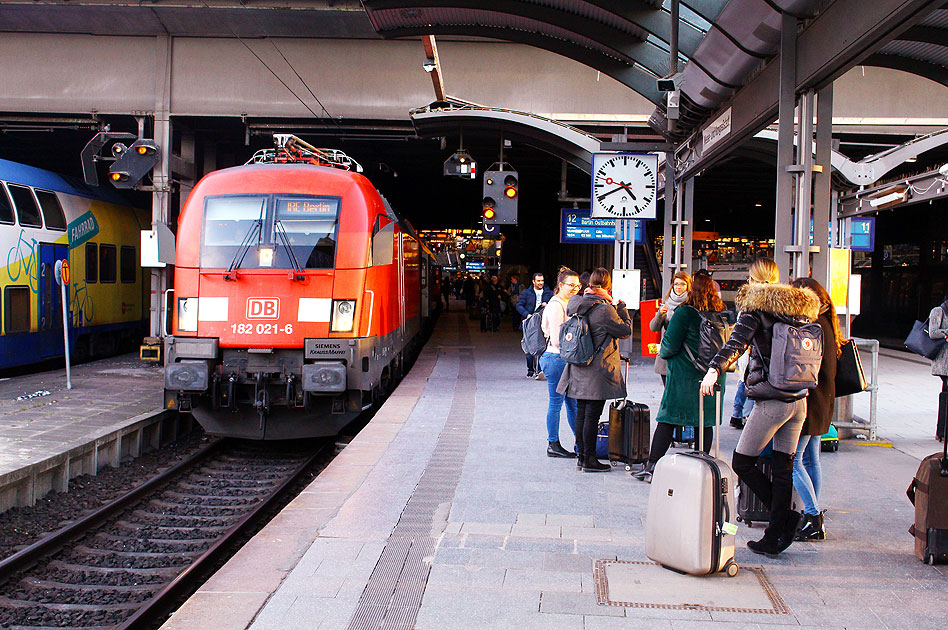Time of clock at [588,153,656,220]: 4:40
